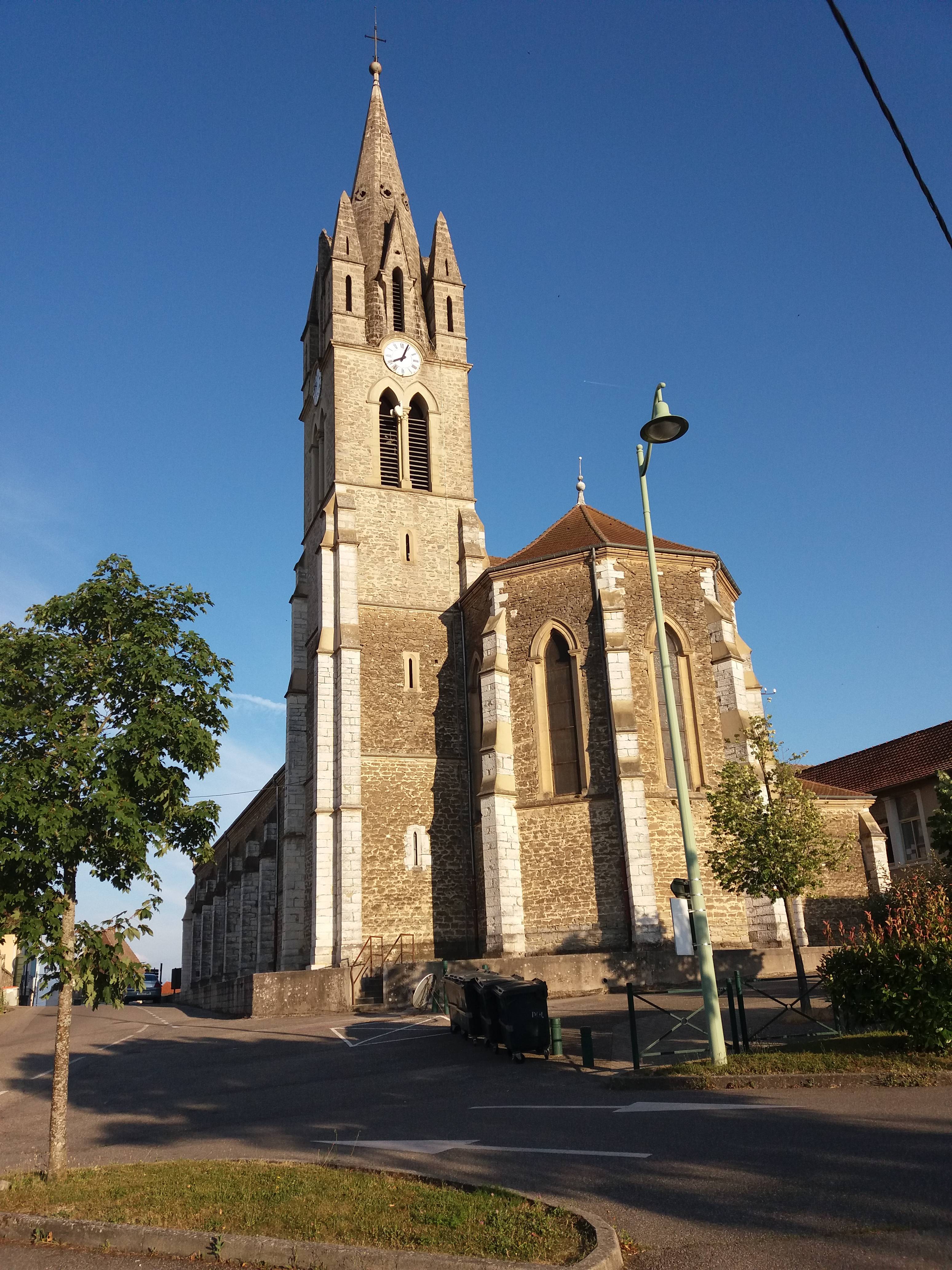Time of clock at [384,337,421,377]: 8:03
